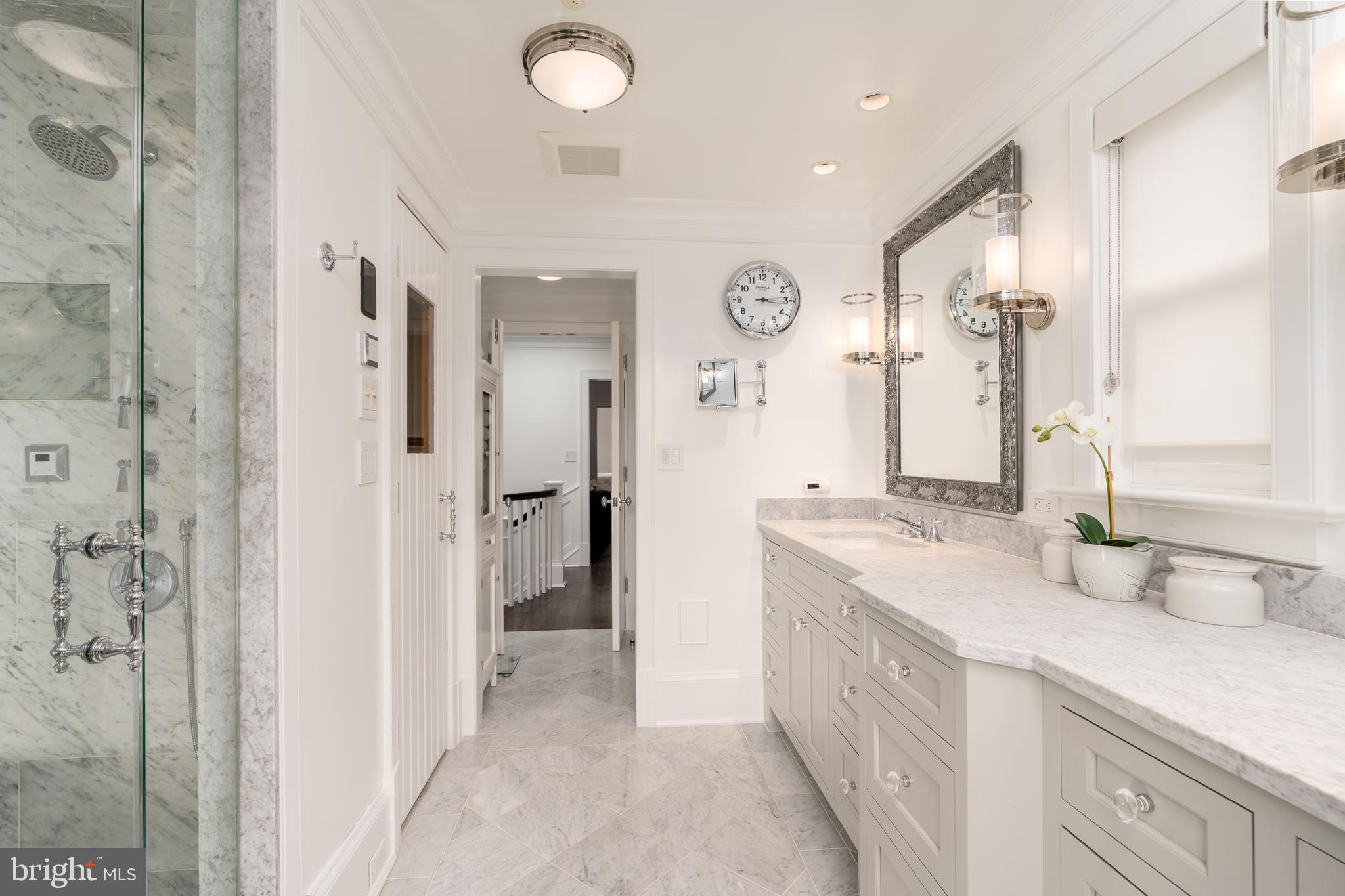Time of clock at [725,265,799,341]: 3:14
